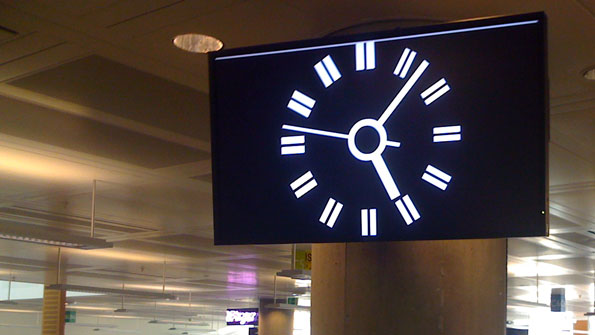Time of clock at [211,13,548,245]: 5:06
